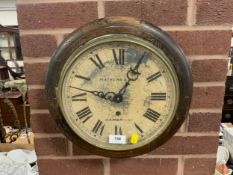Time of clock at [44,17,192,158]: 9:04
